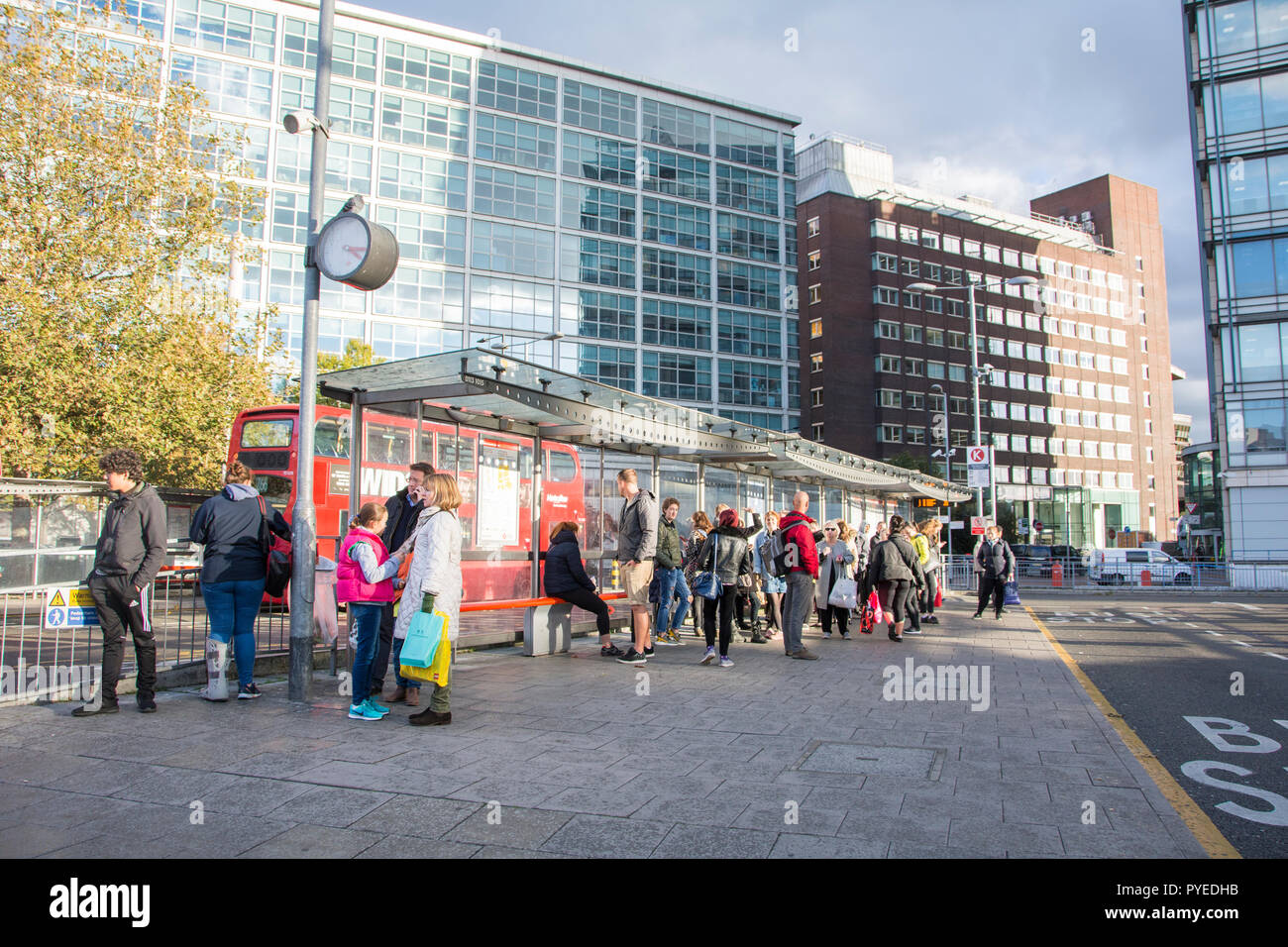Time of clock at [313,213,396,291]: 3:20
